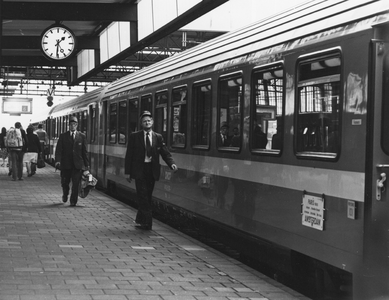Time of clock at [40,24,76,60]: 1:30
